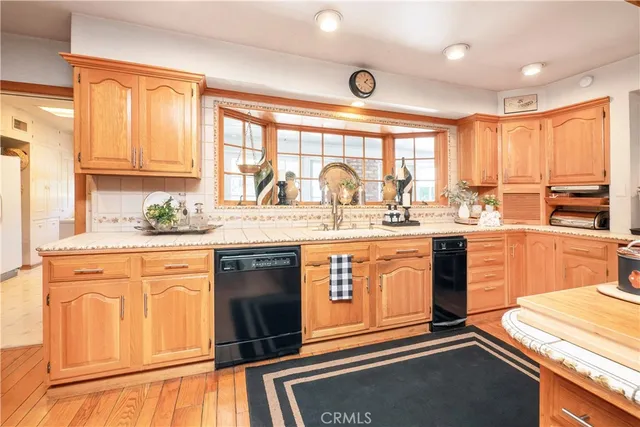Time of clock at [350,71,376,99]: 1:20
